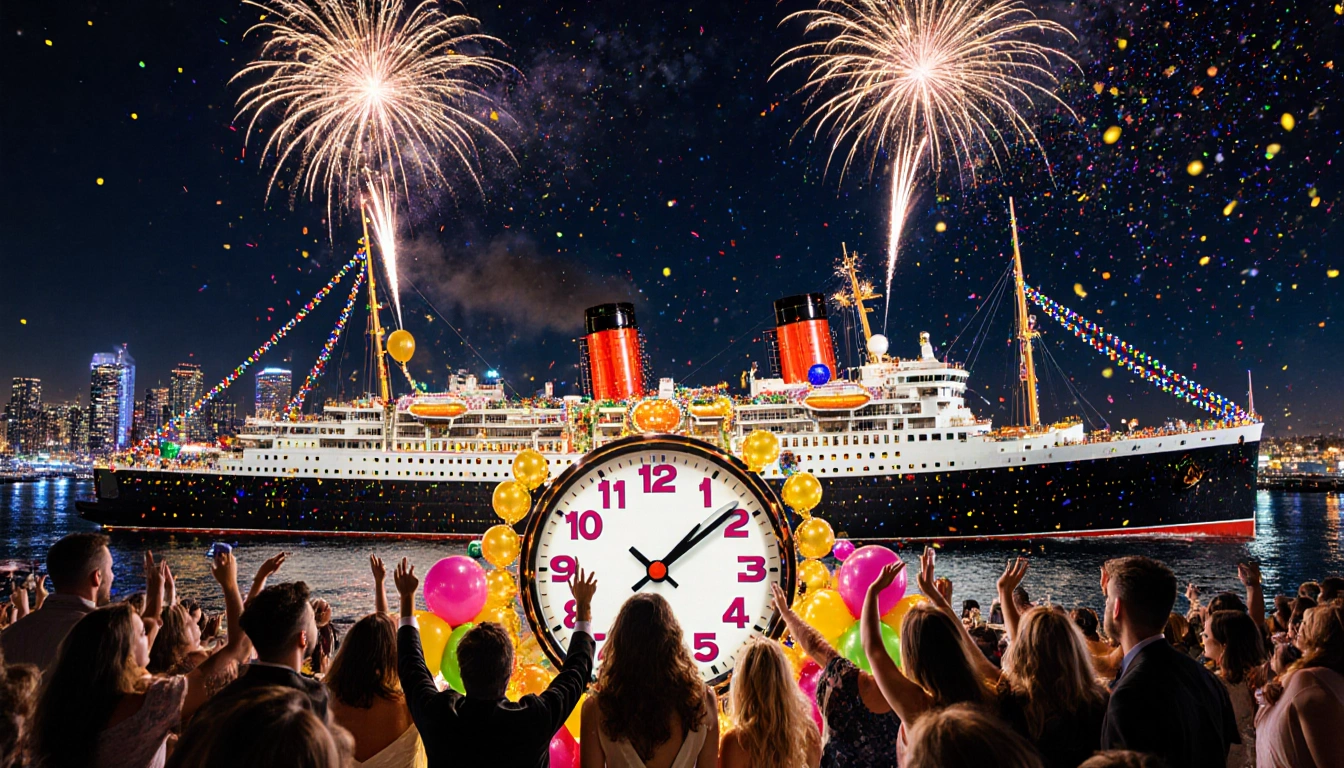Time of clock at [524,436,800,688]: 1:08
